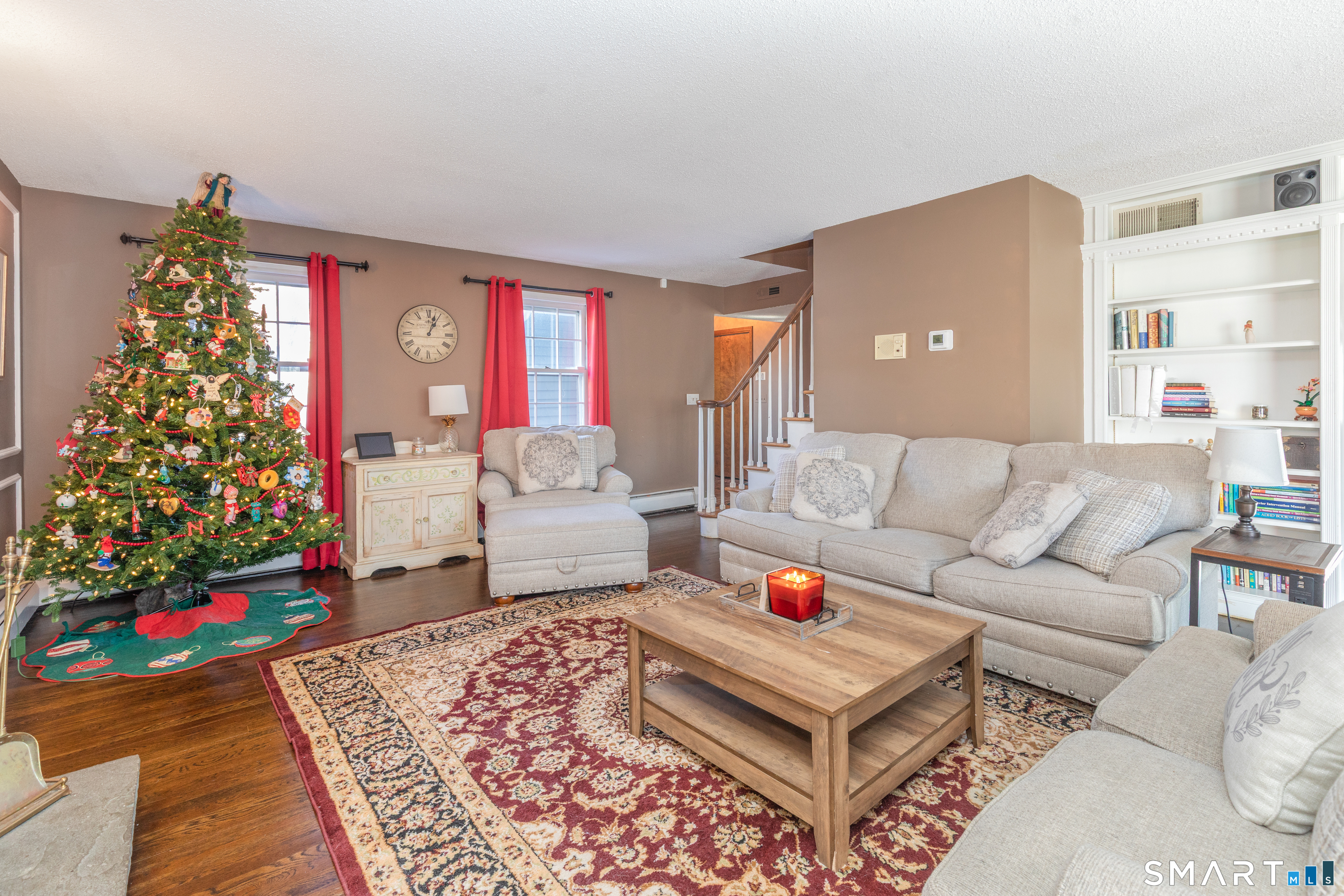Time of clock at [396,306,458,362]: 1:03
